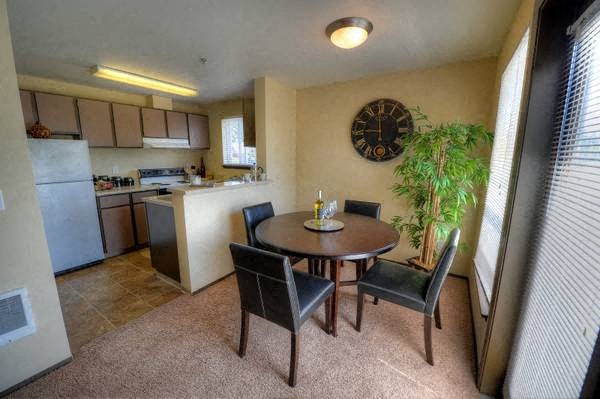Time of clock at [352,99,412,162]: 8:59
